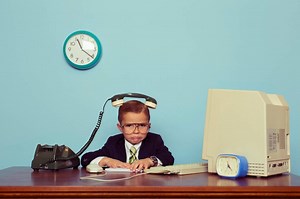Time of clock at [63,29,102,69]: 11:21
